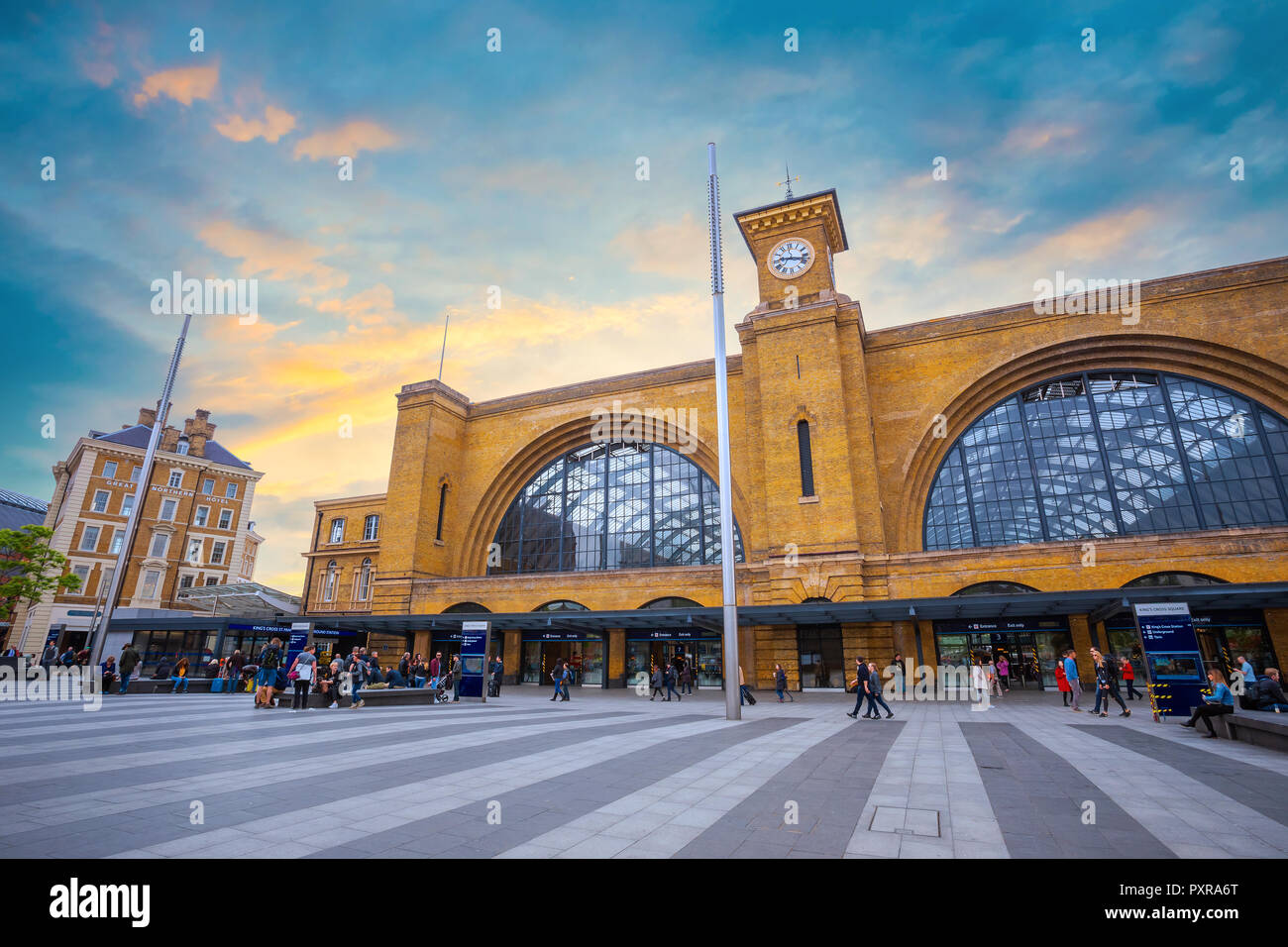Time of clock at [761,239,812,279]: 9:17
